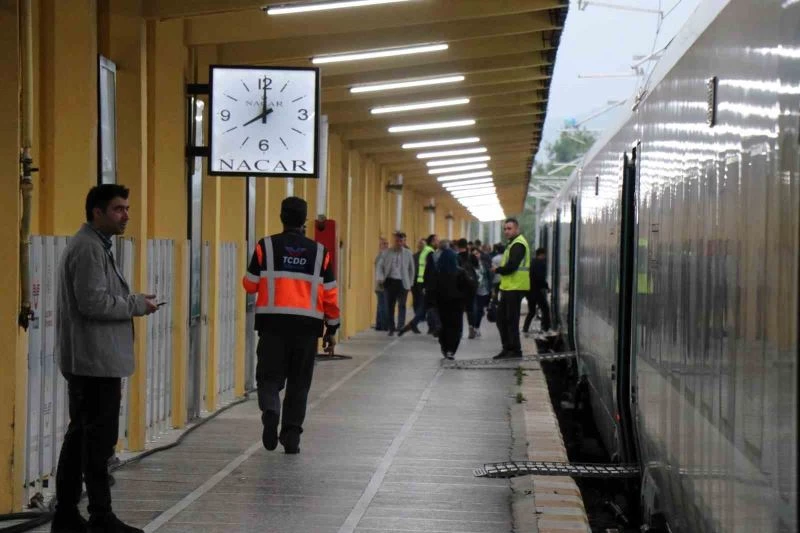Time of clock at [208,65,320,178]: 8:00
